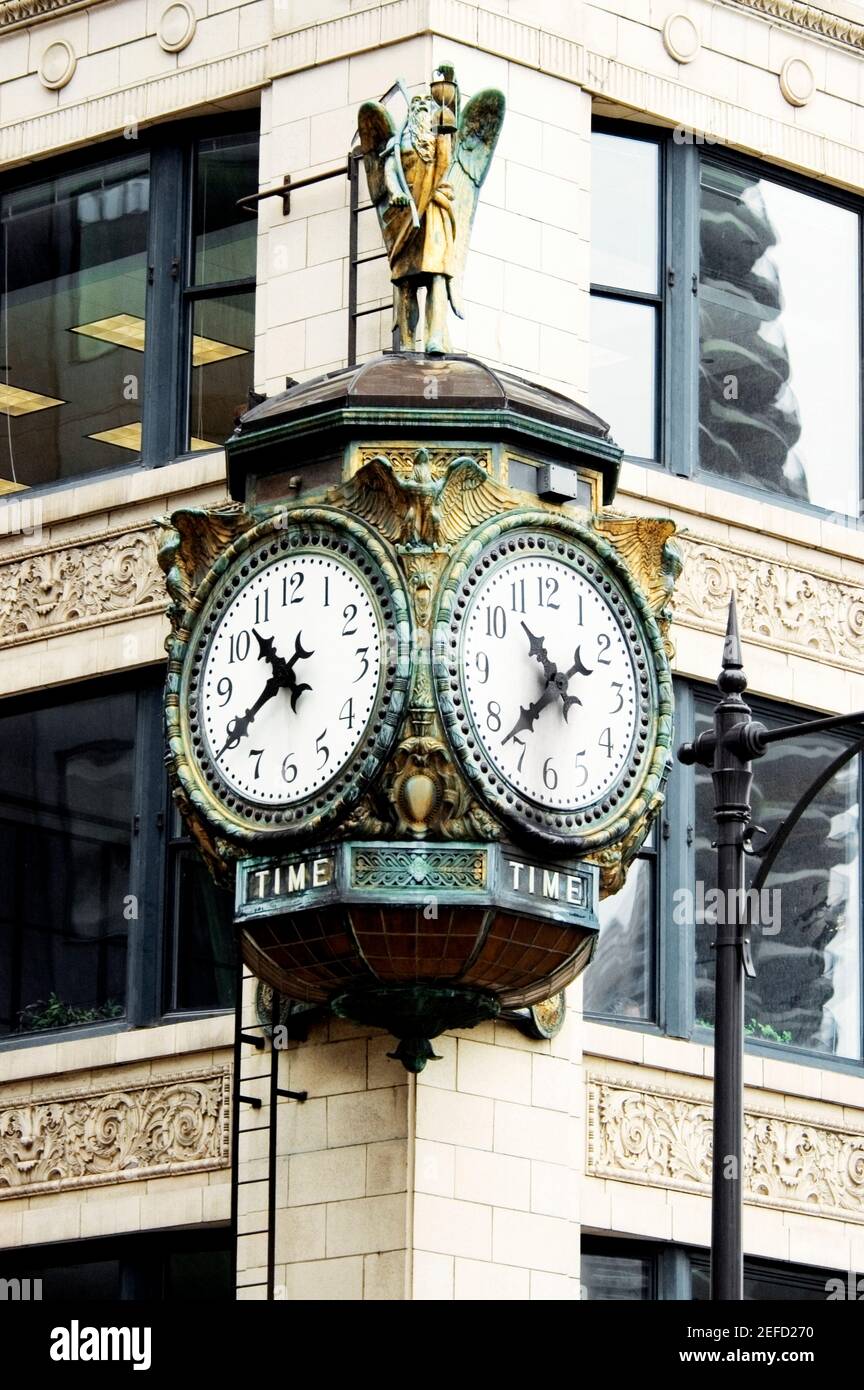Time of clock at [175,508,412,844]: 10:39
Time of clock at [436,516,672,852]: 10:37
